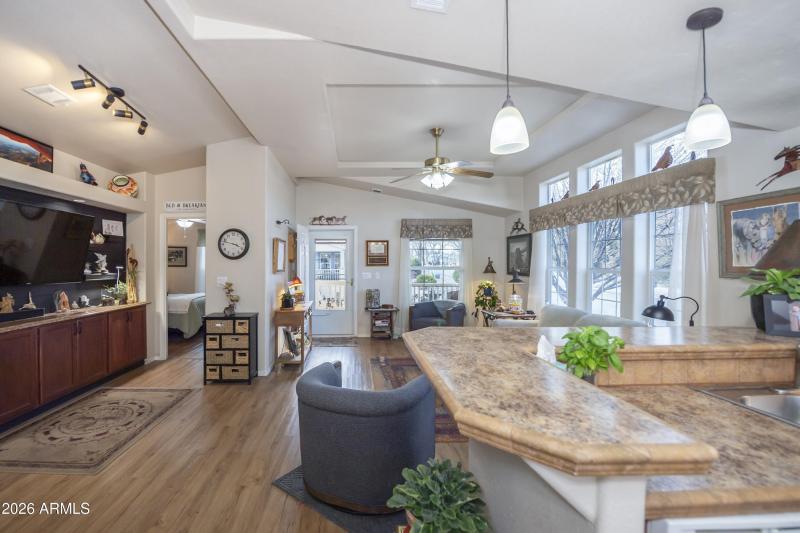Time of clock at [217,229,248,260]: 3:47
